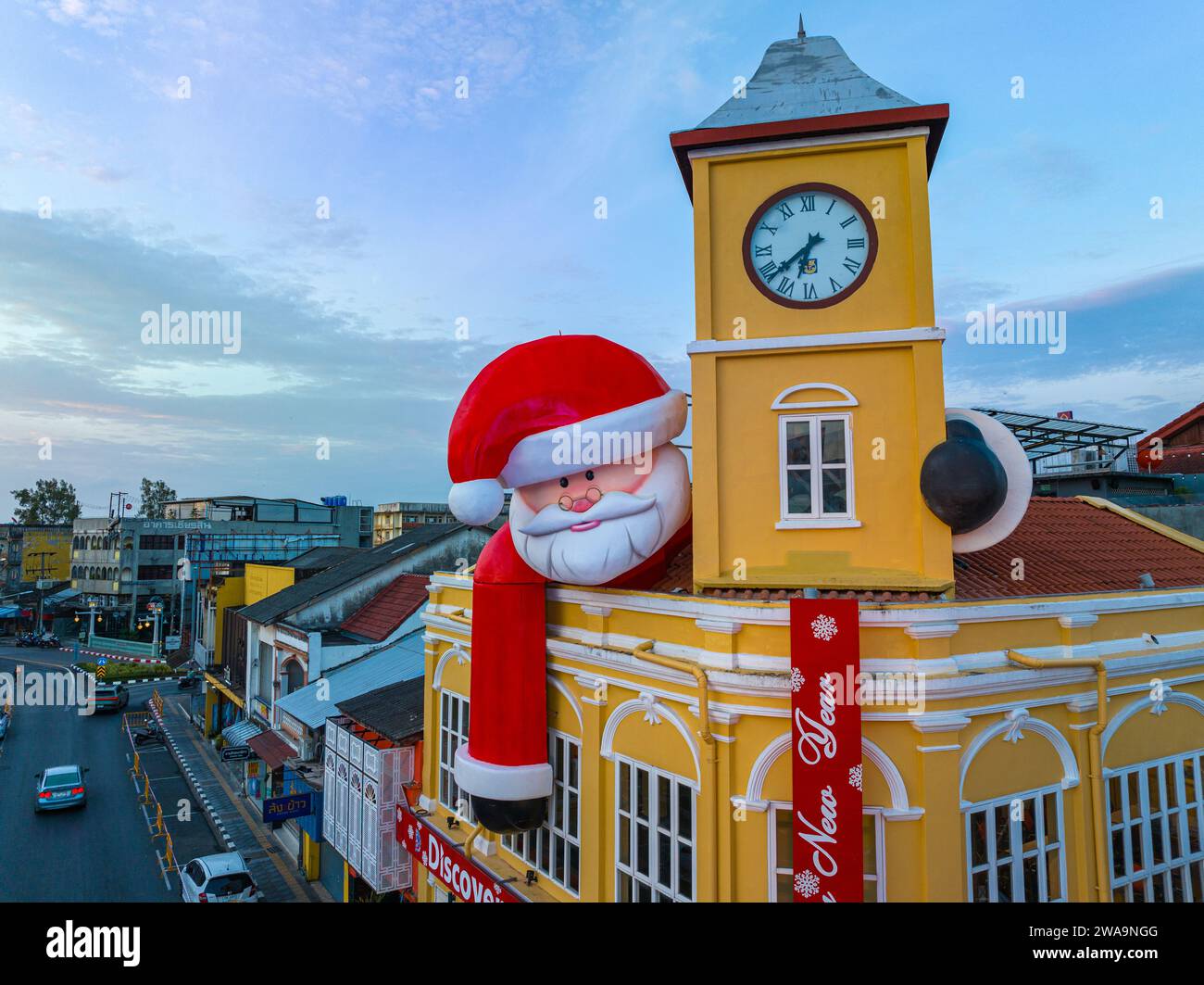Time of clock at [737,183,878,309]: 6:38
